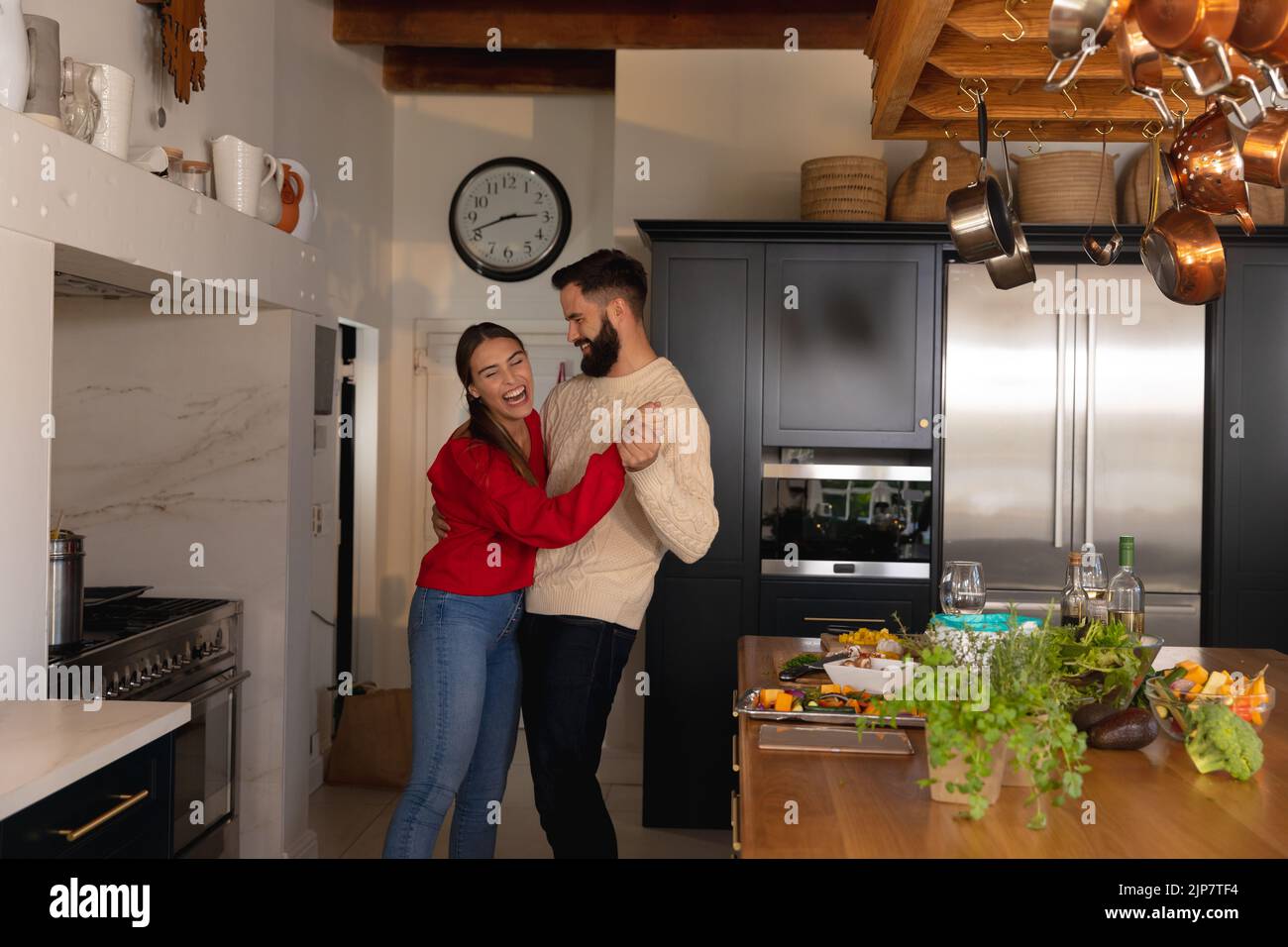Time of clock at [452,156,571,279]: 2:41
